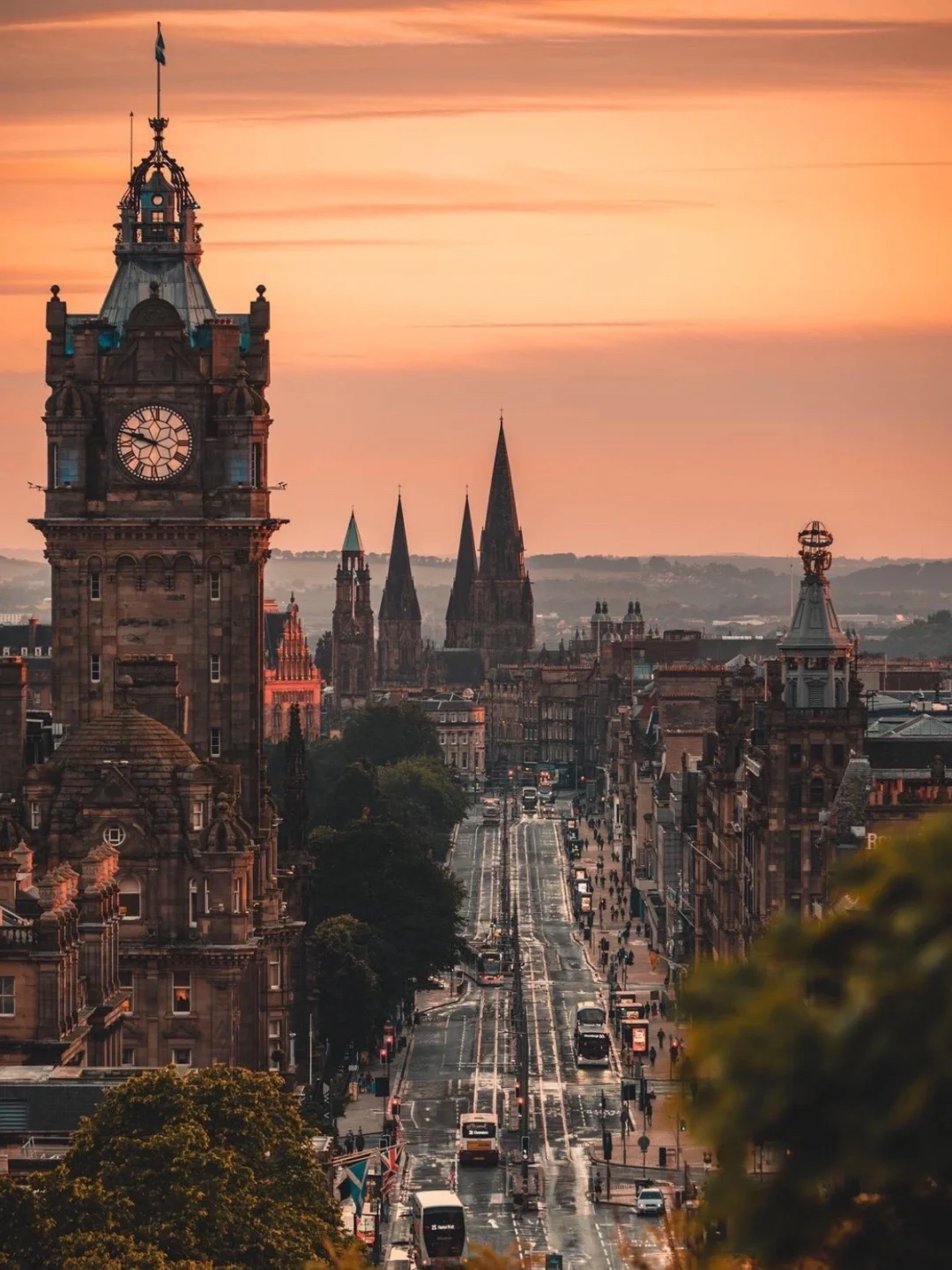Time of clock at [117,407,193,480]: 9:48
